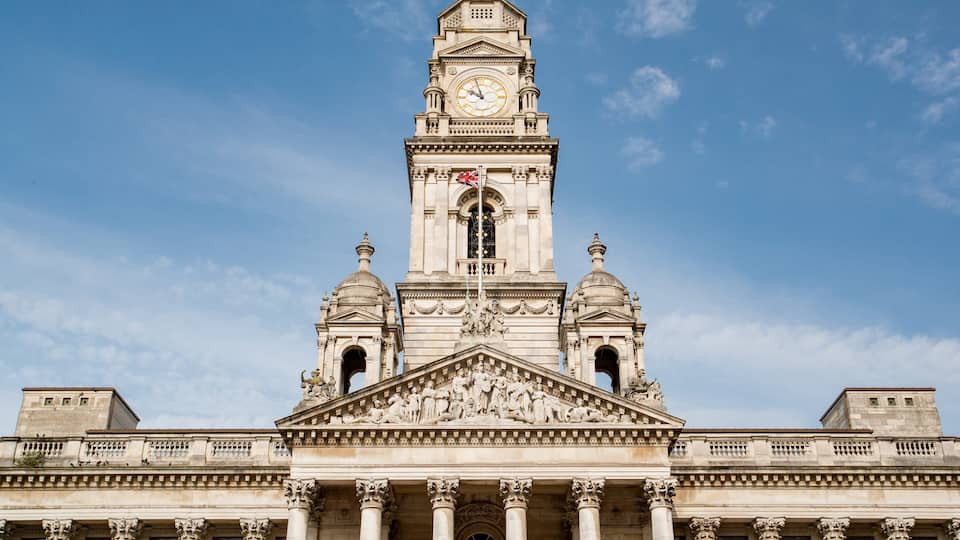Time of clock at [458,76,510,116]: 9:56
